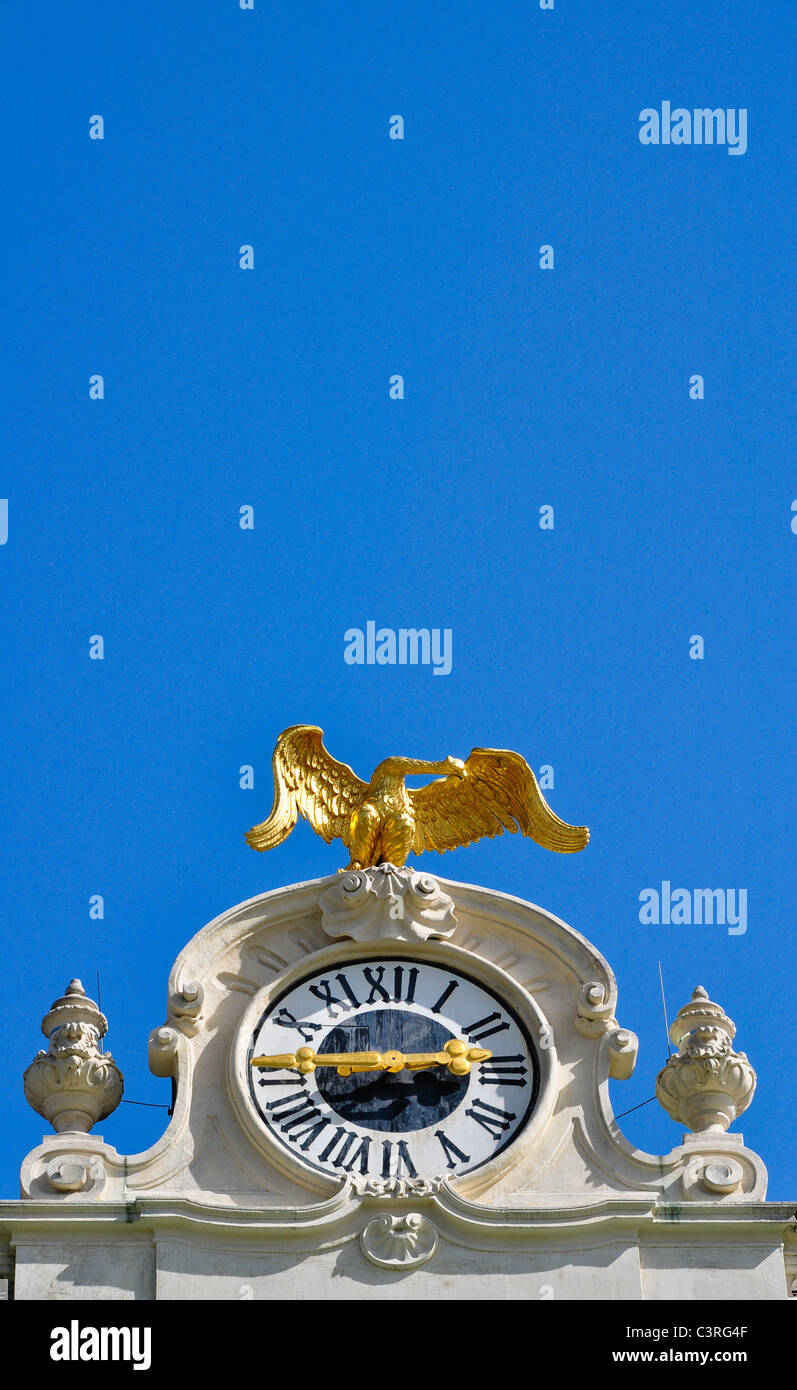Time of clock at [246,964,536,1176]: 2:40
